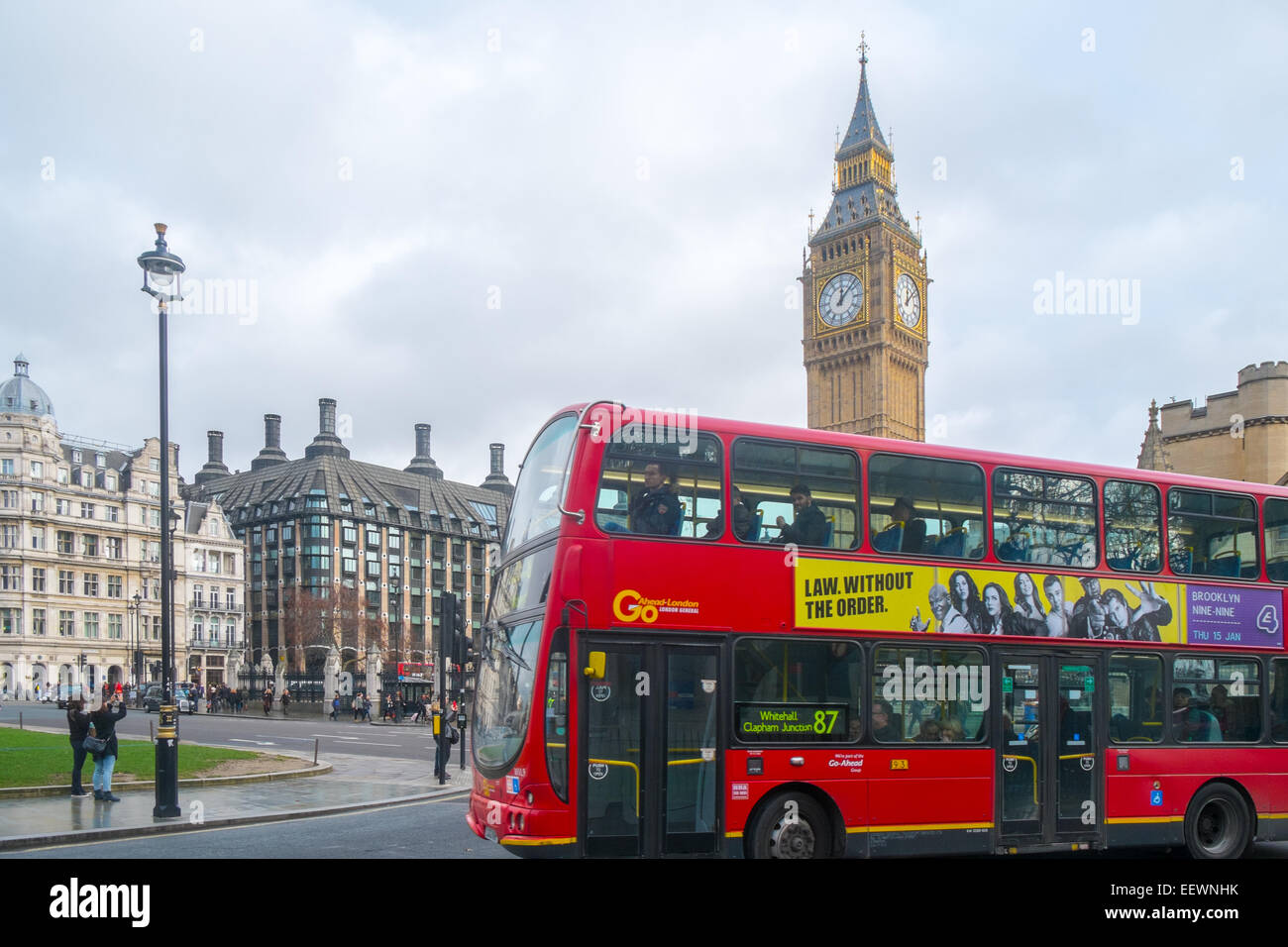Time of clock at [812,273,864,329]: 12:07
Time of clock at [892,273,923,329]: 12:07
